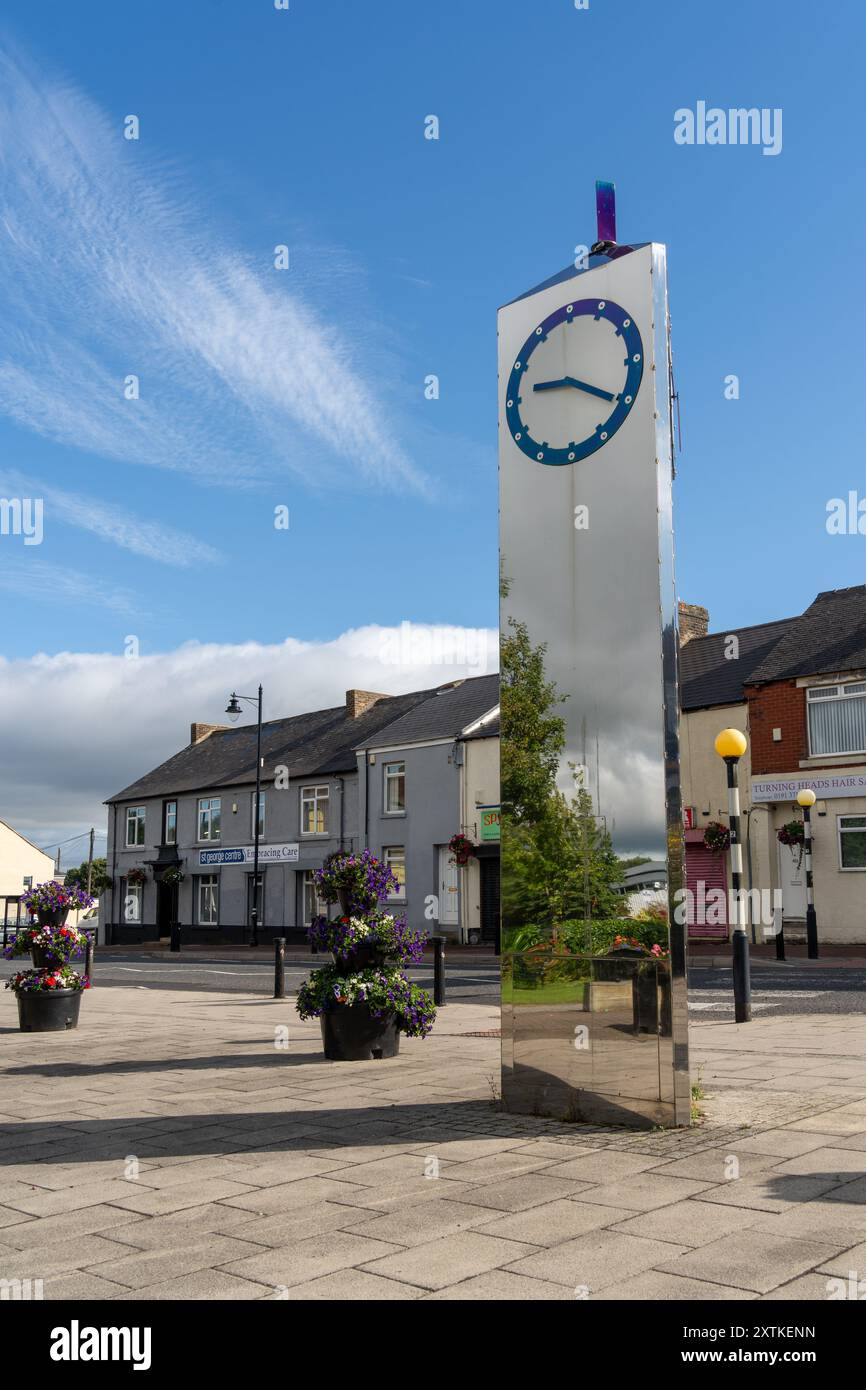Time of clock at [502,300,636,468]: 9:20
